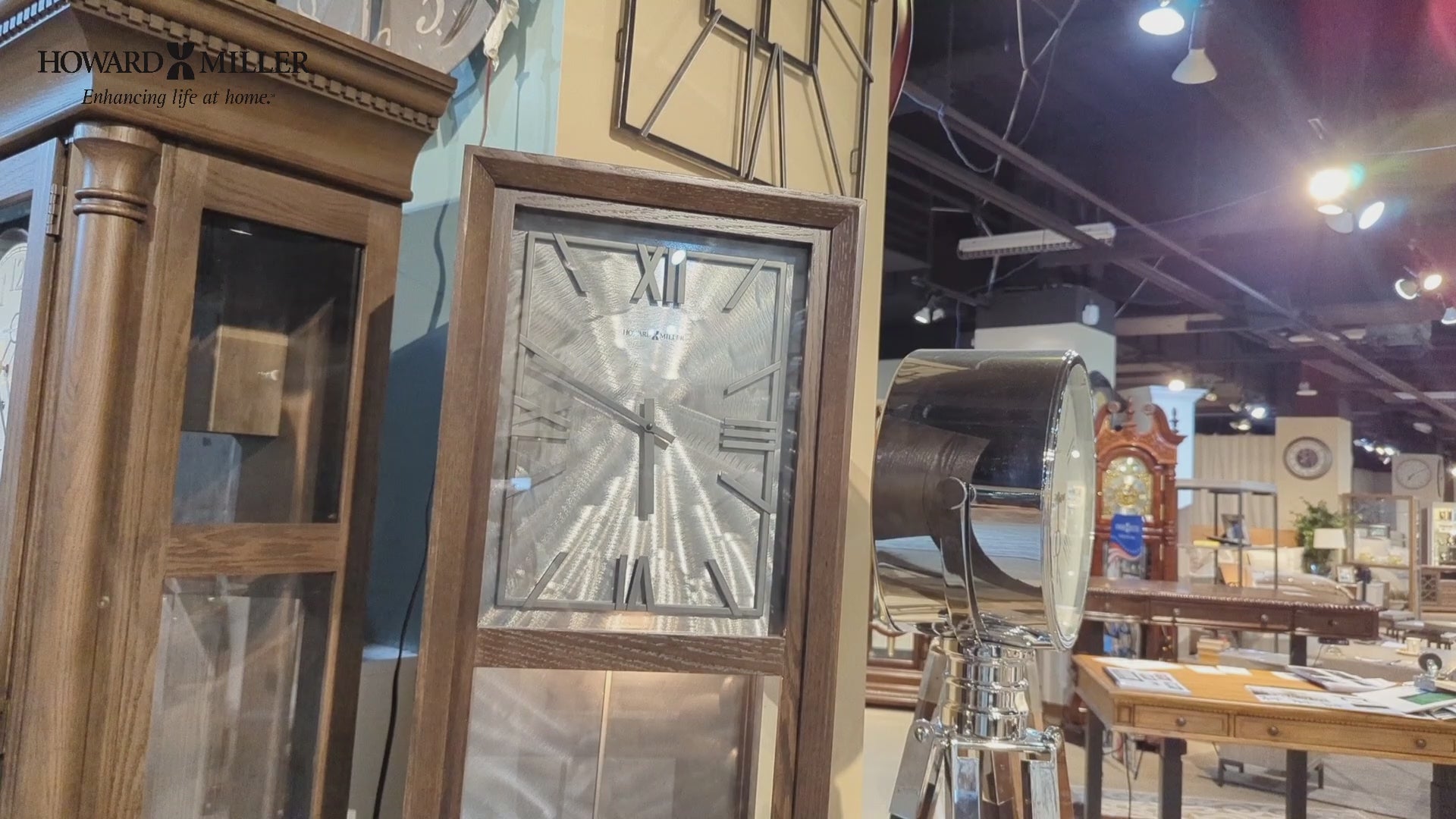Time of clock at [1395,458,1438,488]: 7:09
